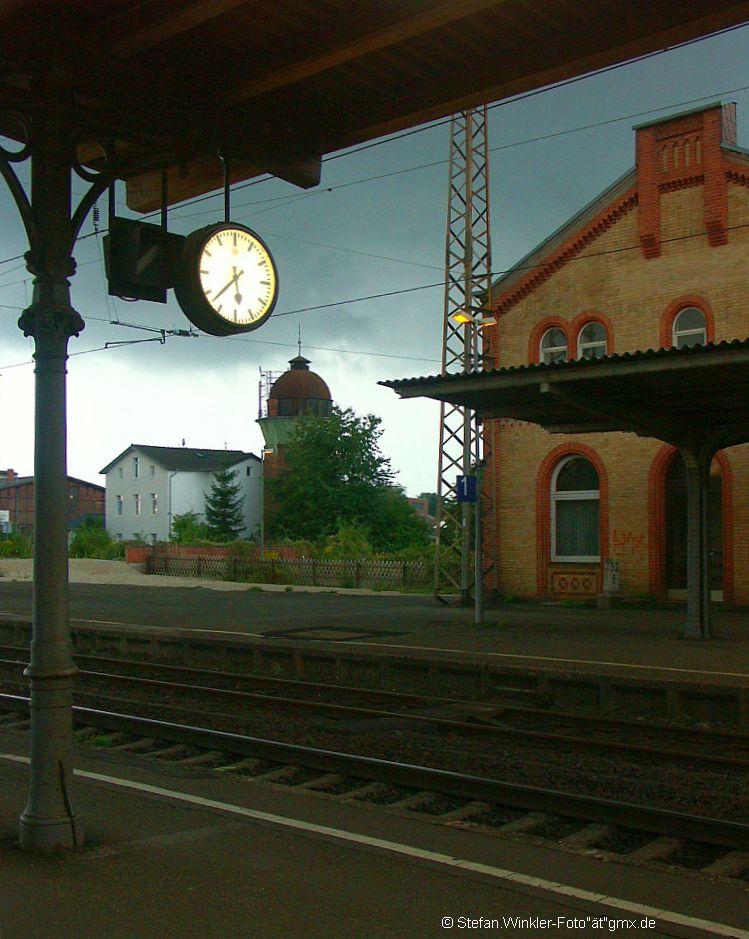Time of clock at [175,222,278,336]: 5:37
